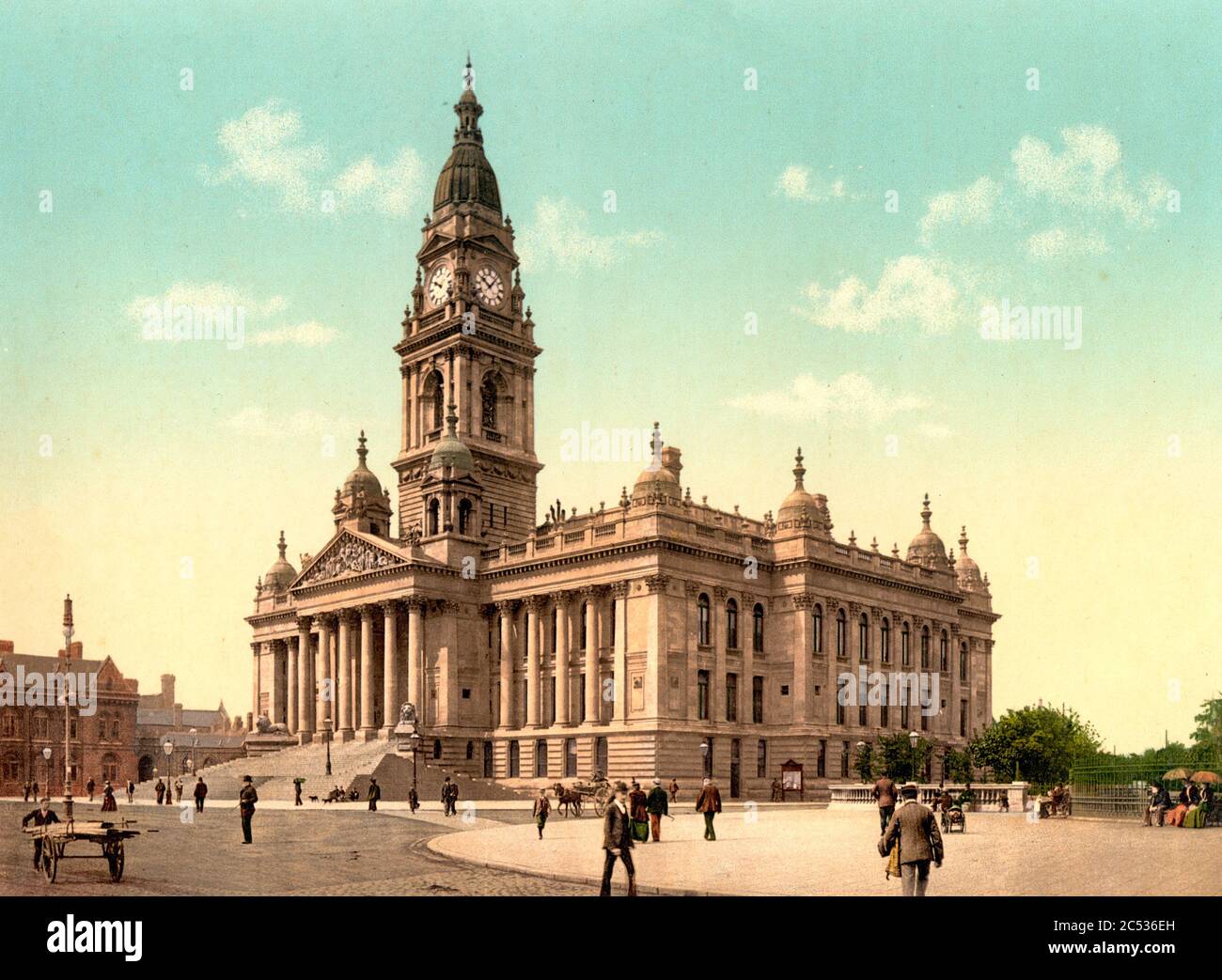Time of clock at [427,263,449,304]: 9:50
